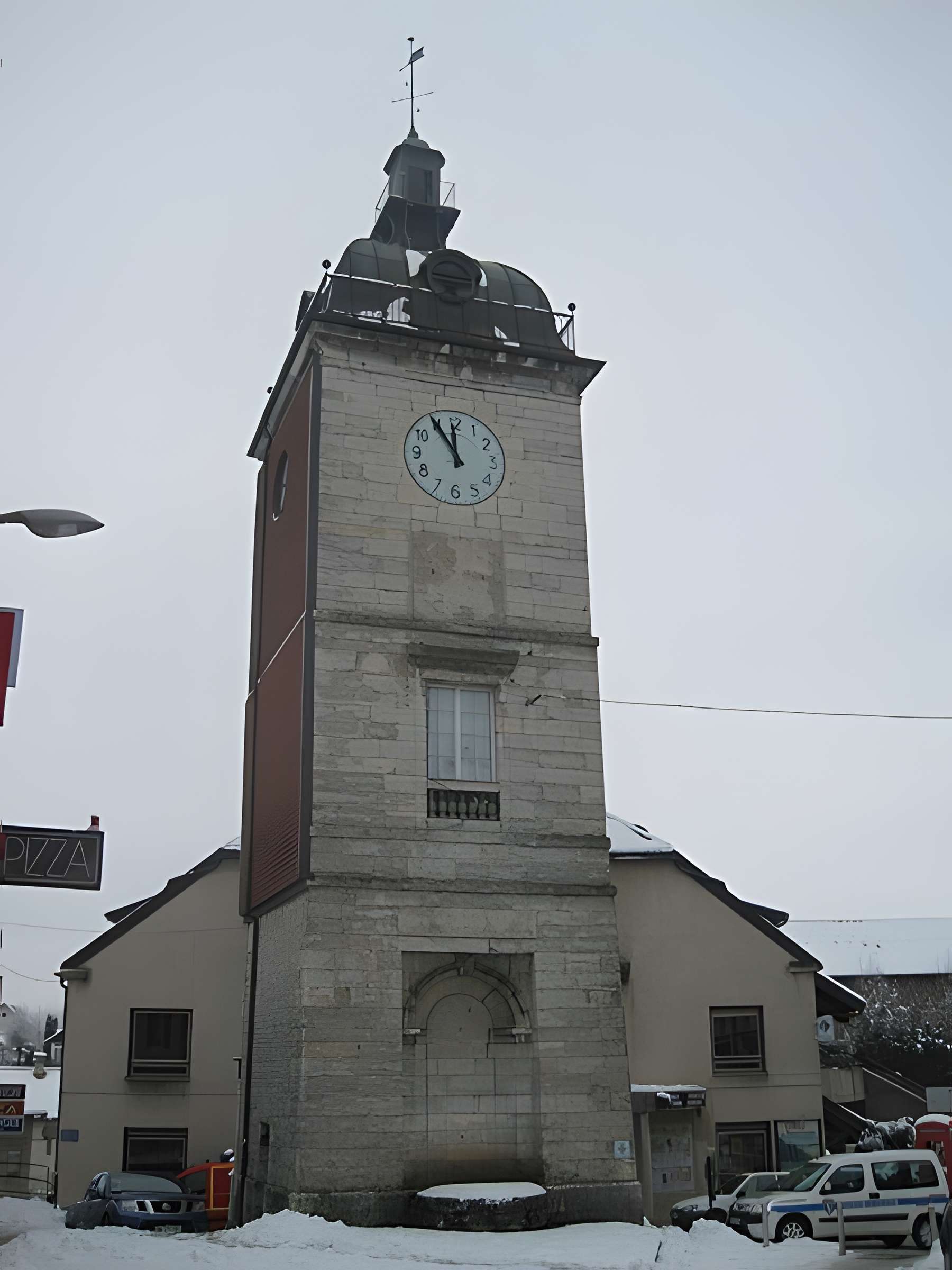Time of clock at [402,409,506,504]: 11:54
